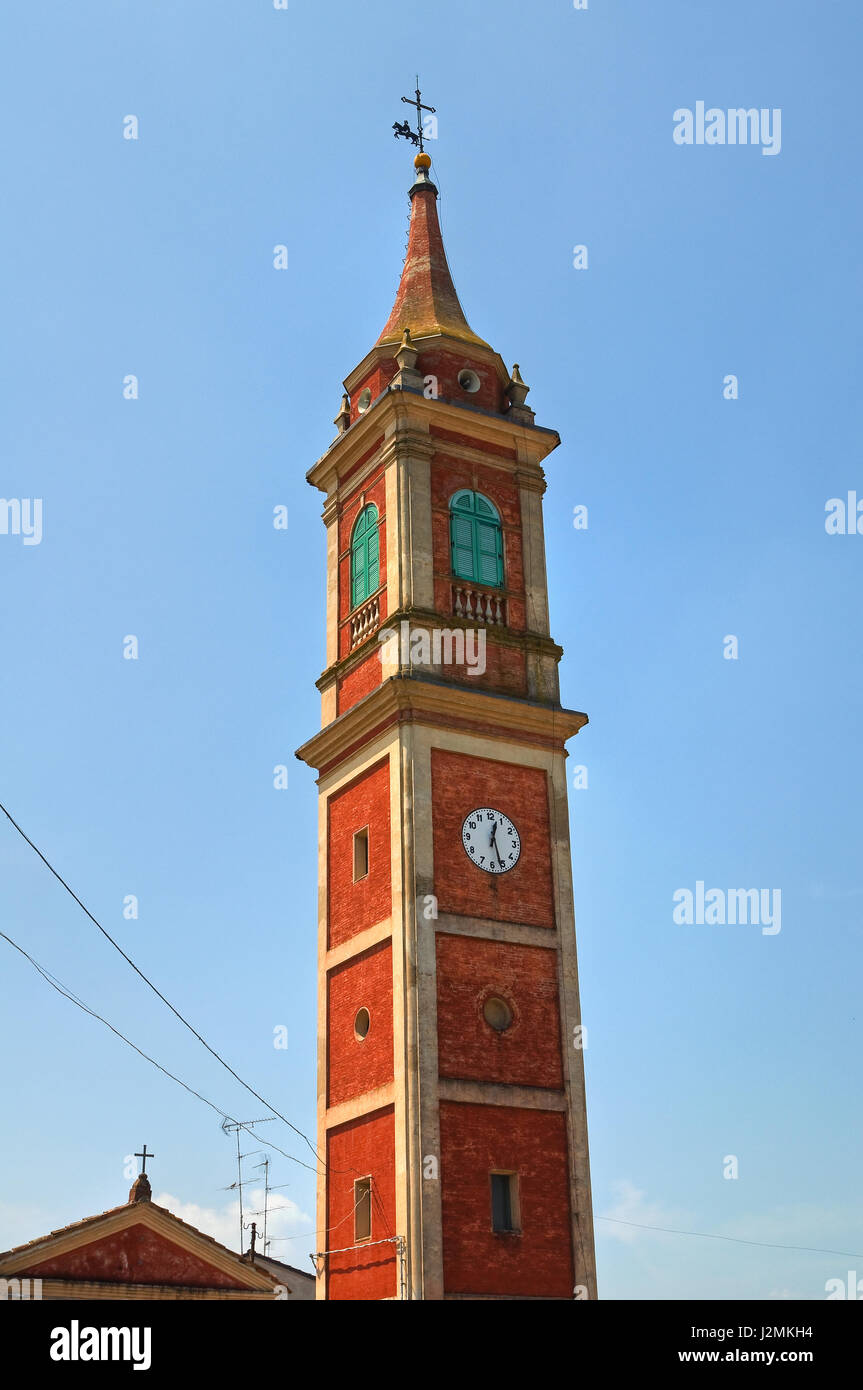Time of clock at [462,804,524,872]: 12:26
